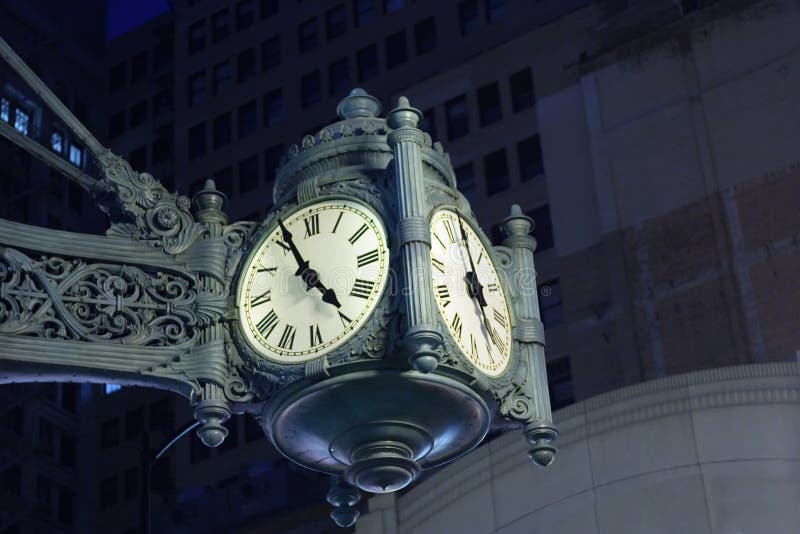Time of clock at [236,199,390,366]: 4:55
